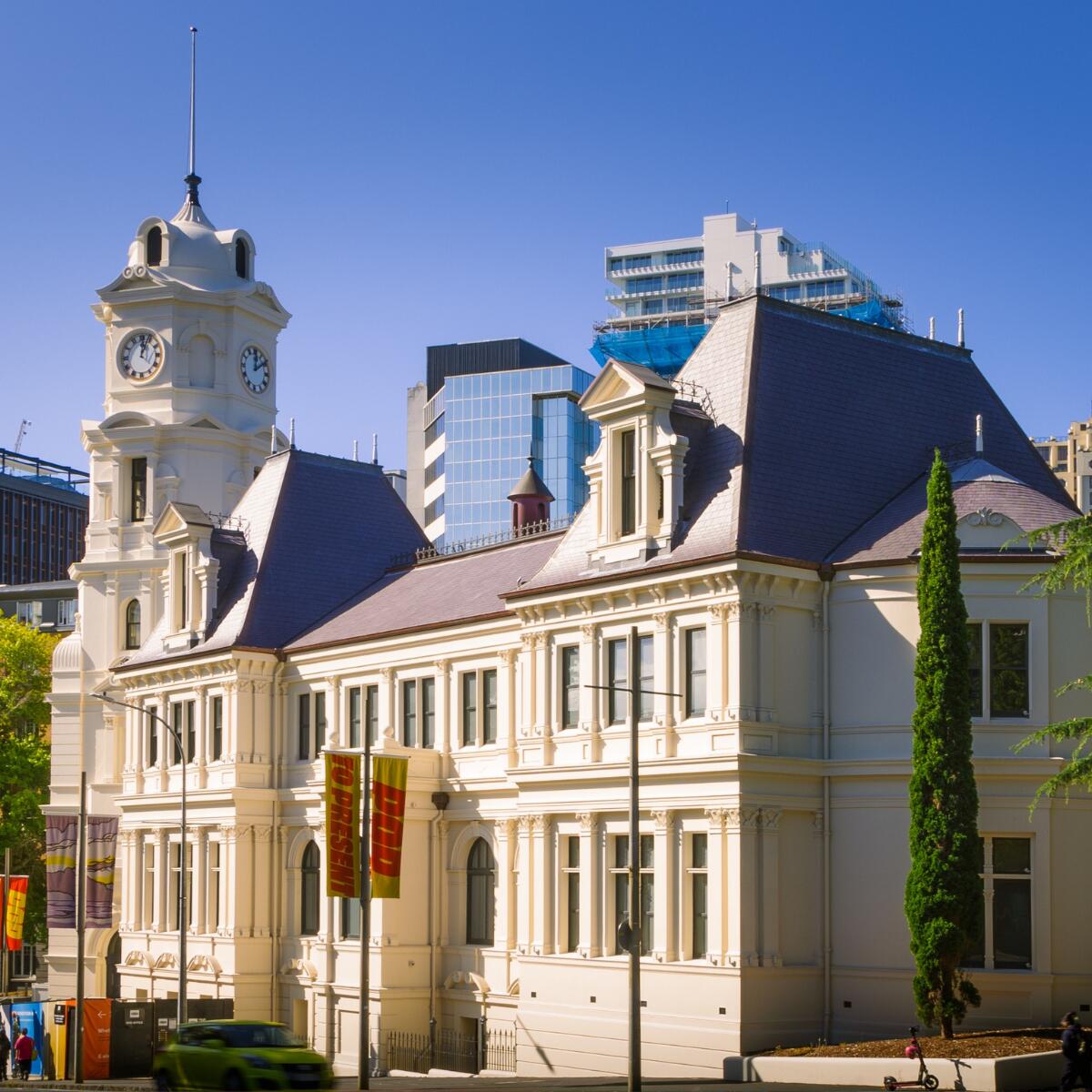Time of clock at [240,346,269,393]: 12:09
